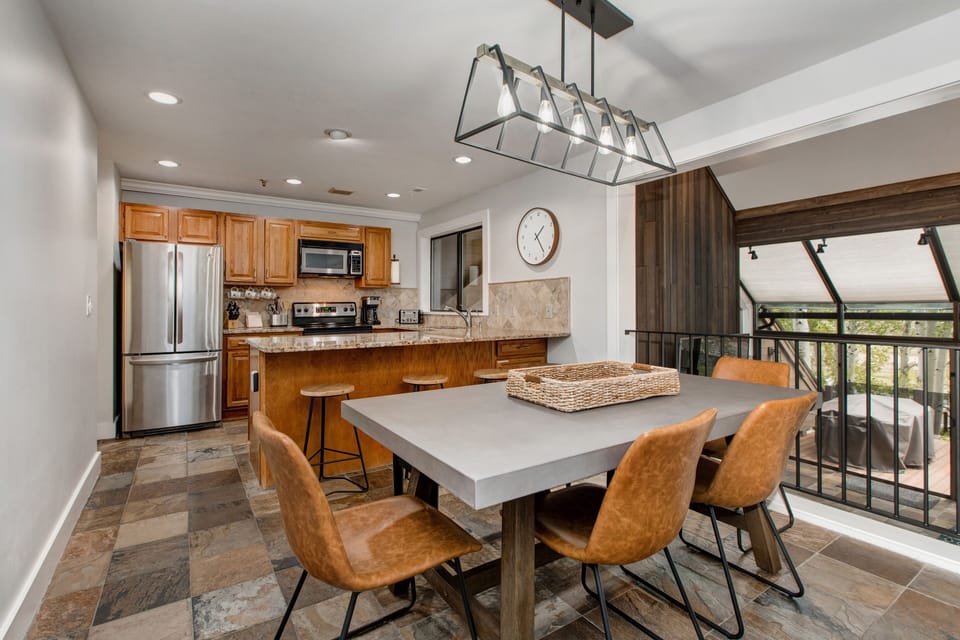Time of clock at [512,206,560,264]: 1:23
